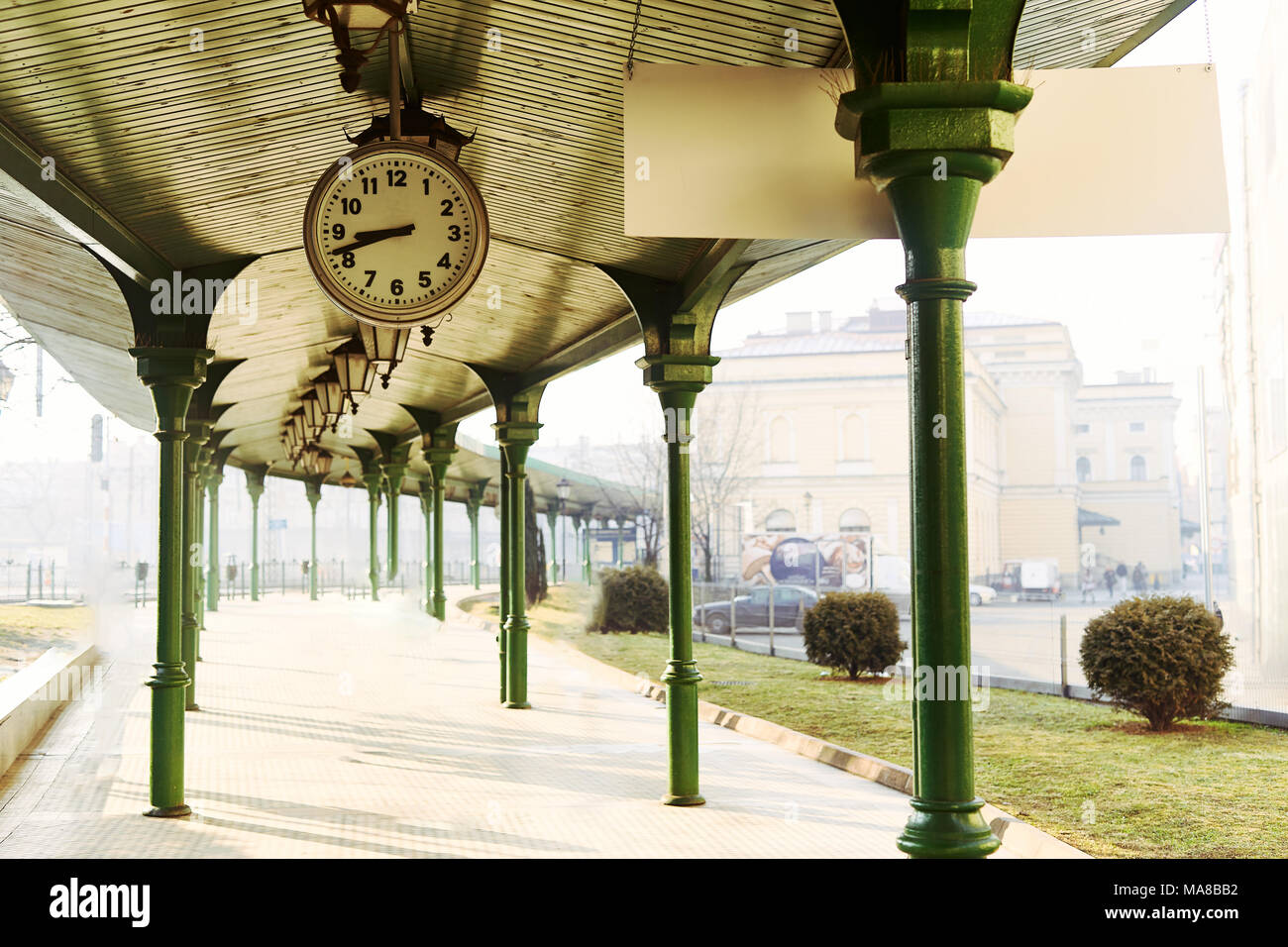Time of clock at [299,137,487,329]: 8:41
